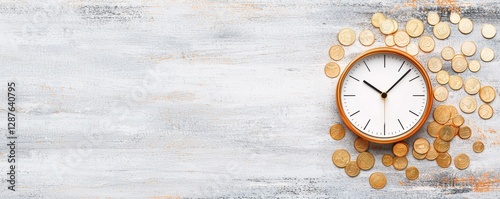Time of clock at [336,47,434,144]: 10:07
